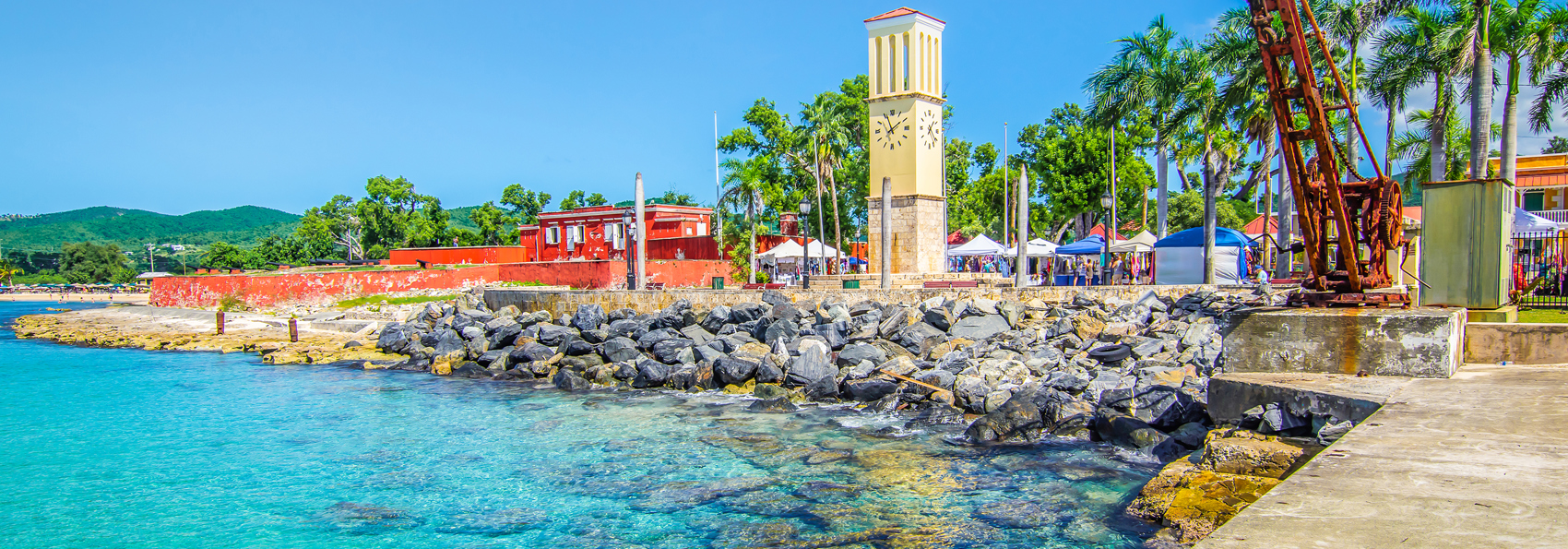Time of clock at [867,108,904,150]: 1:56
